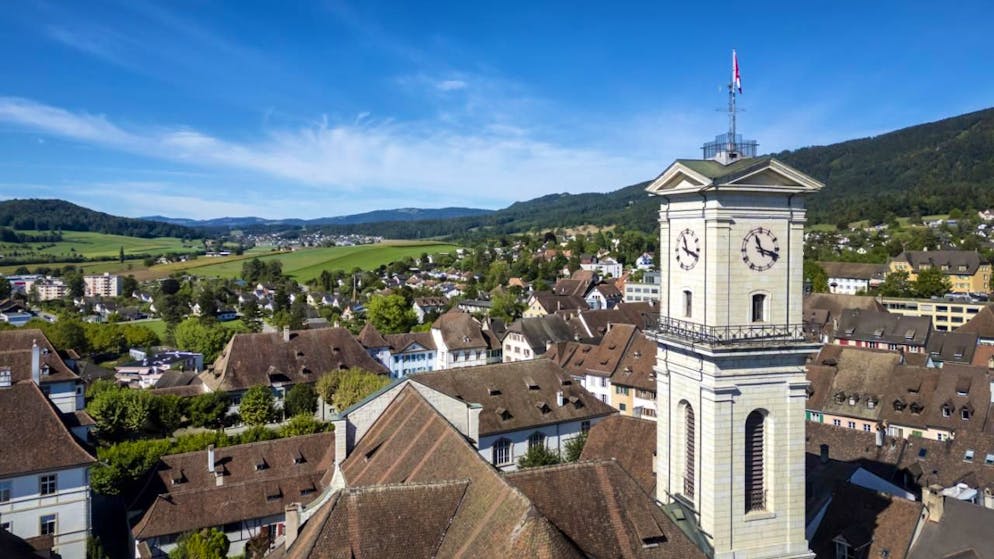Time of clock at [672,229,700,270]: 11:18
